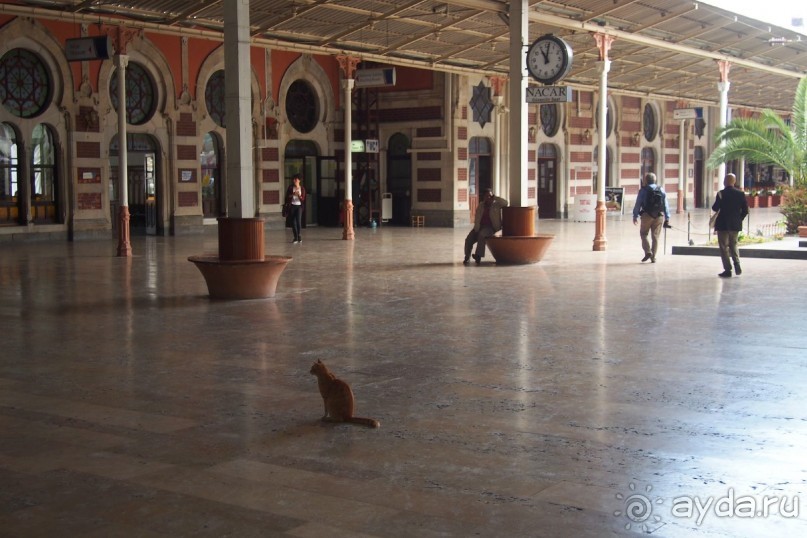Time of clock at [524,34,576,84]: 11:01
